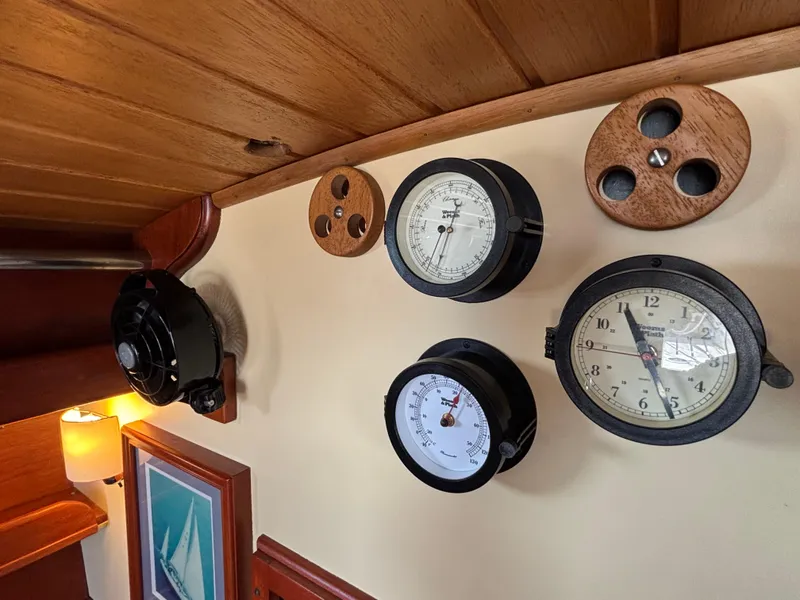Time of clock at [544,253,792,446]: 10:55
